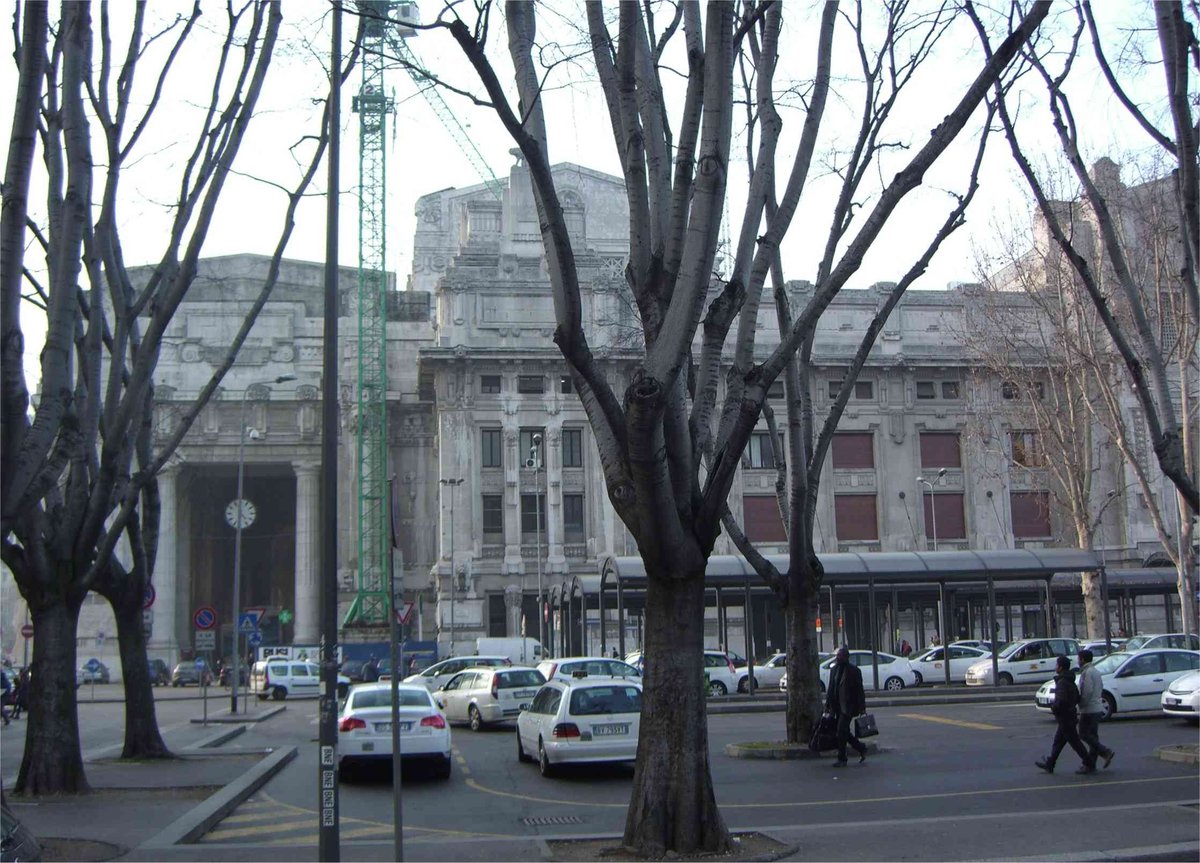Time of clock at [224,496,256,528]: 4:31
